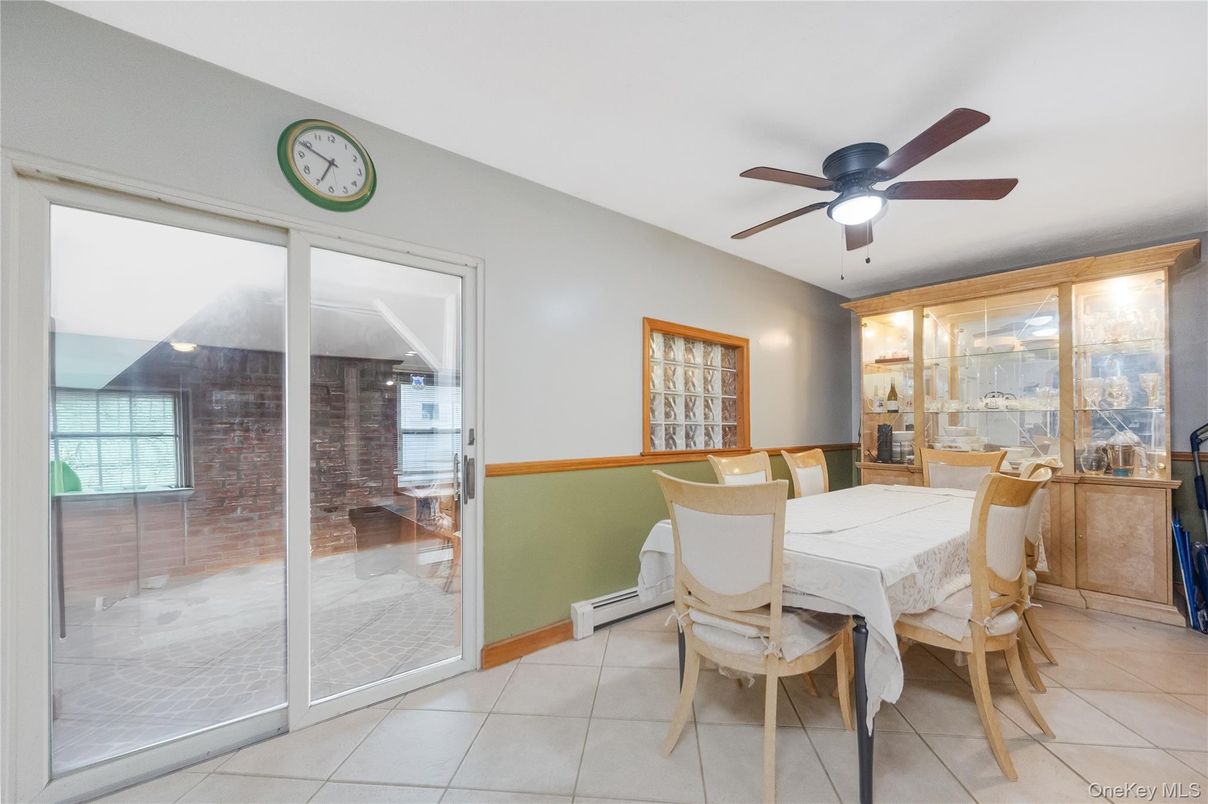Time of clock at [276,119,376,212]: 6:49
